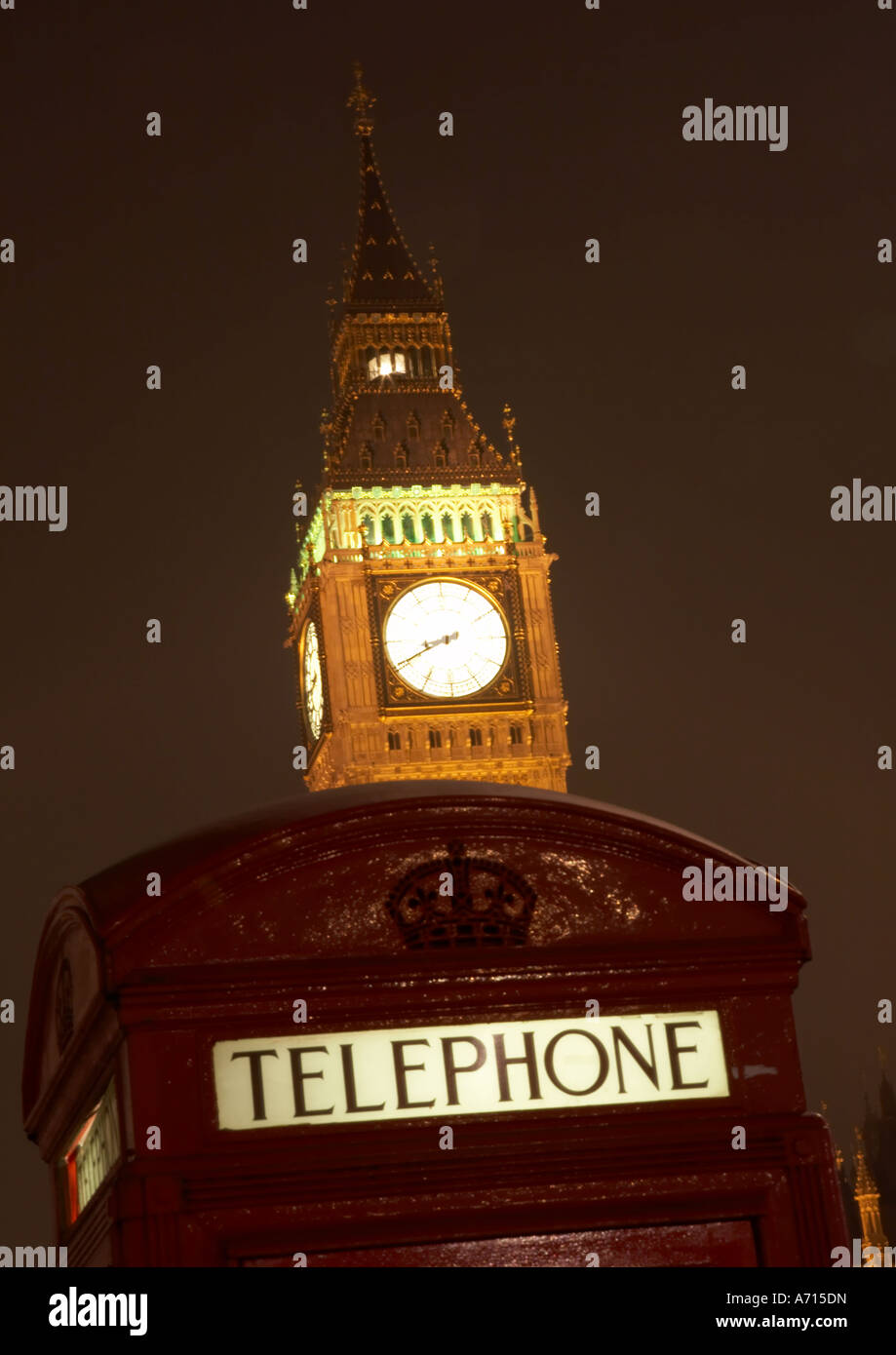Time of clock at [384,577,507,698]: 8:40
